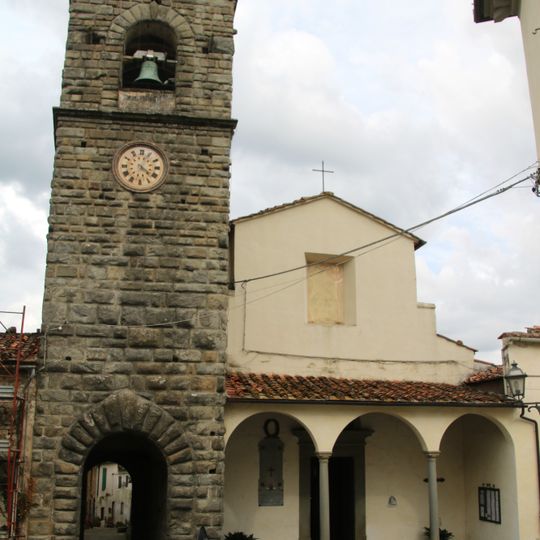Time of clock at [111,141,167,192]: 4:03
